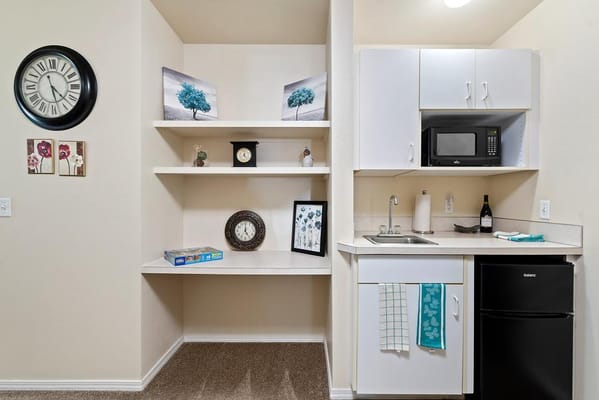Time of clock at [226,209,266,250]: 5:00
